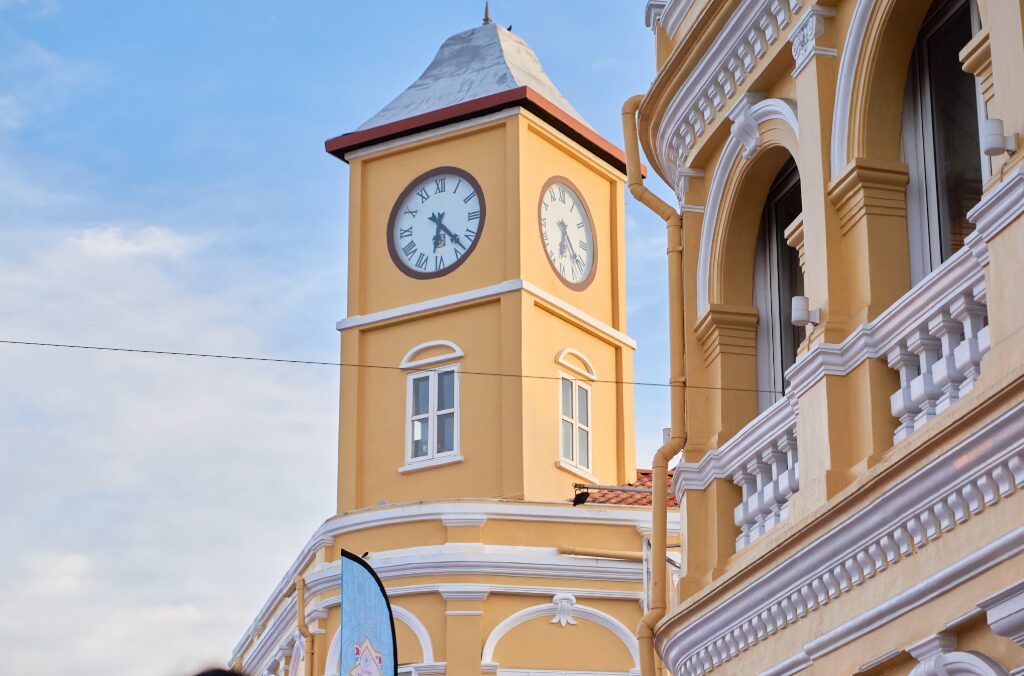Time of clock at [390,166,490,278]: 6:22
